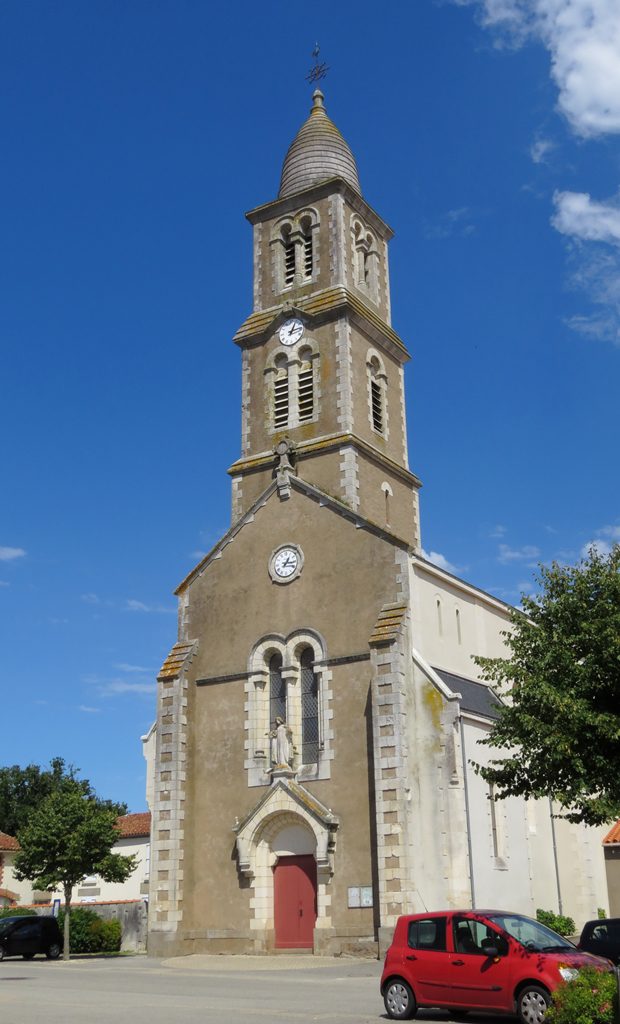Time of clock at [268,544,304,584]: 1:16
